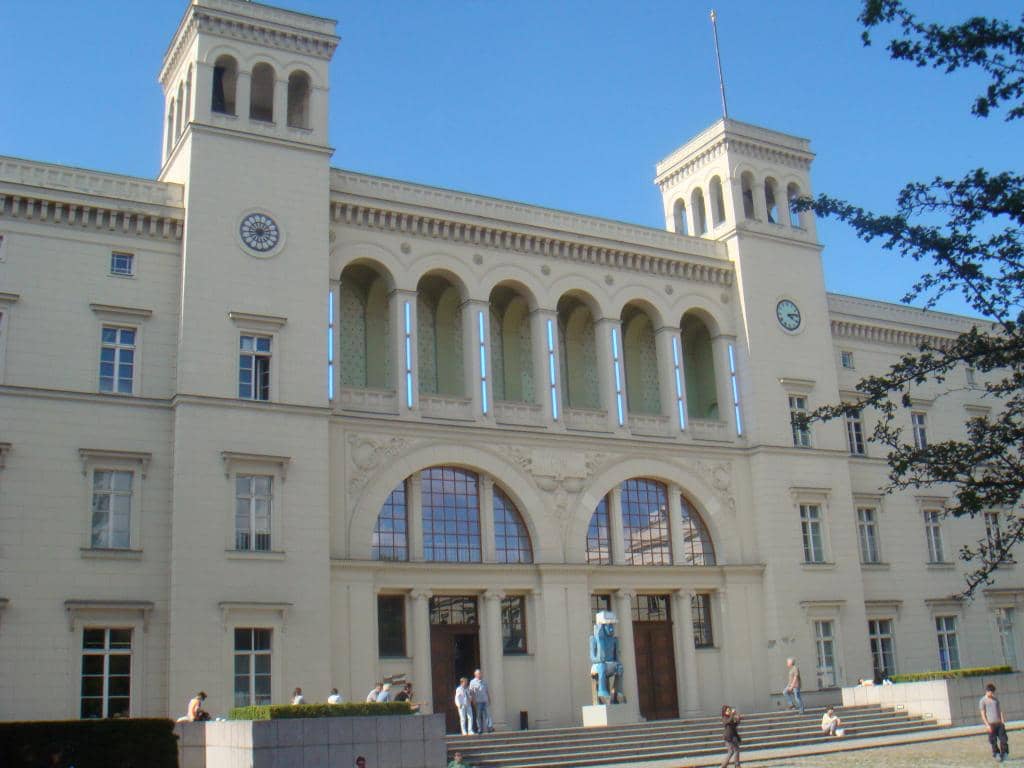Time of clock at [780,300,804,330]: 4:13
